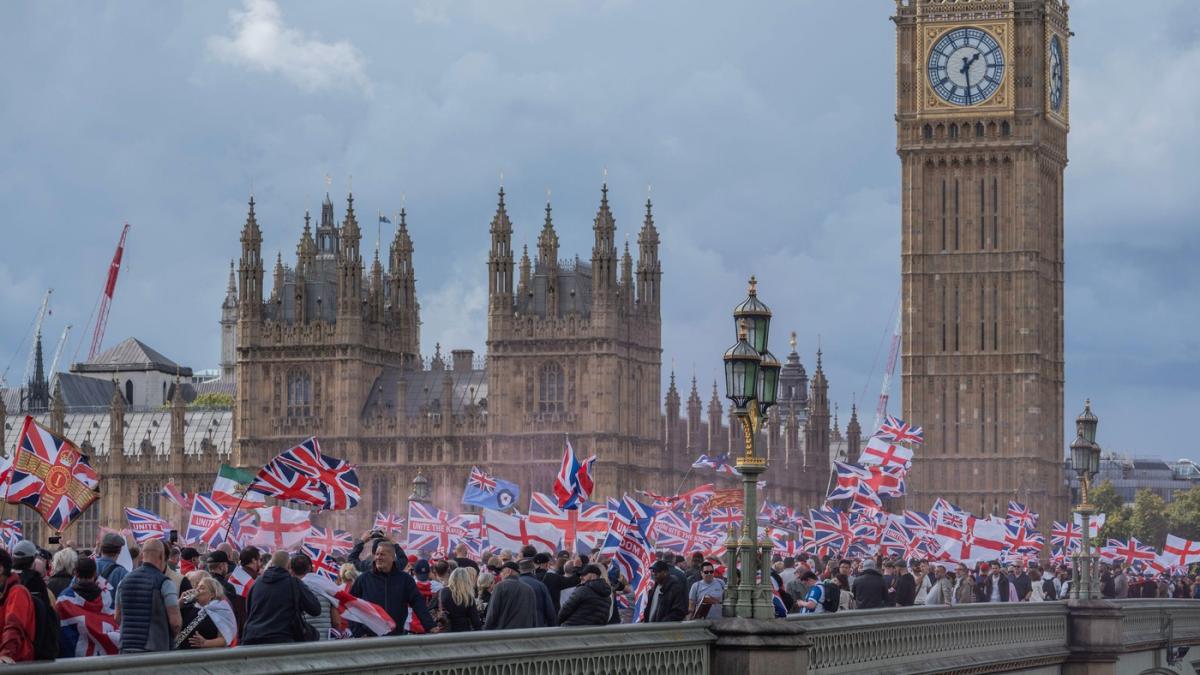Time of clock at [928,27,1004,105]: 1:28
